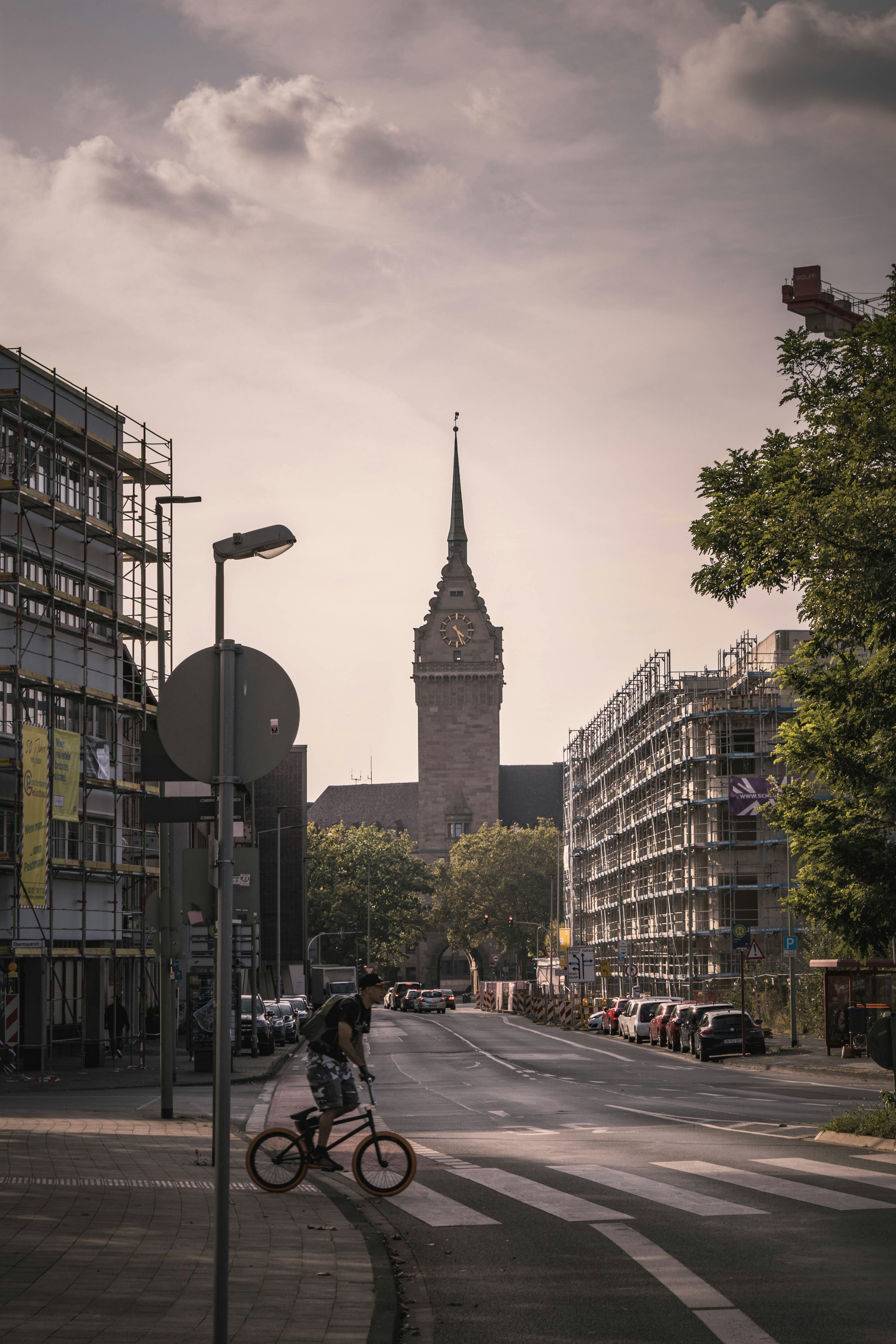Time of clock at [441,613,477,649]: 4:26
